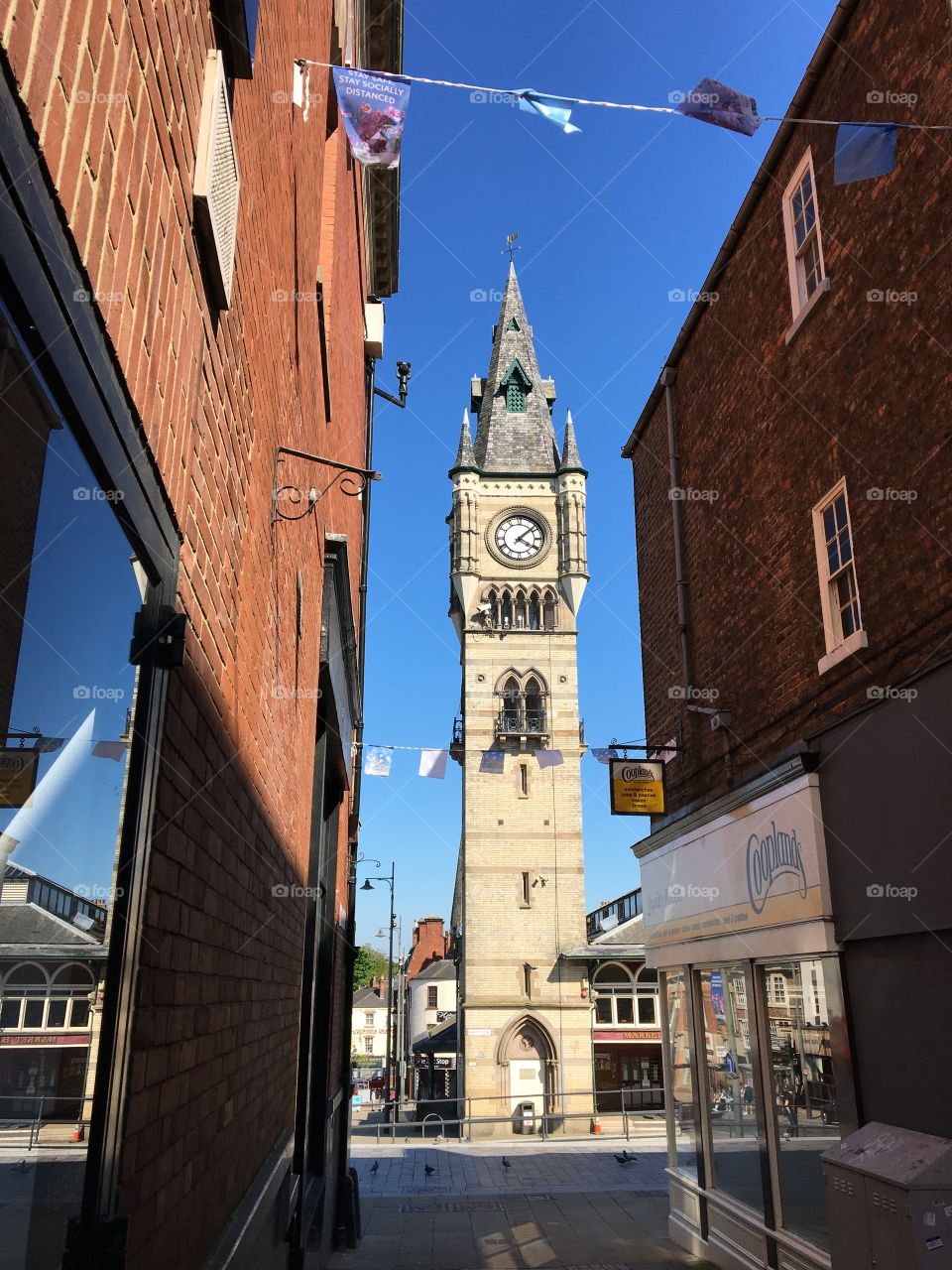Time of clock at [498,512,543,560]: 4:07
